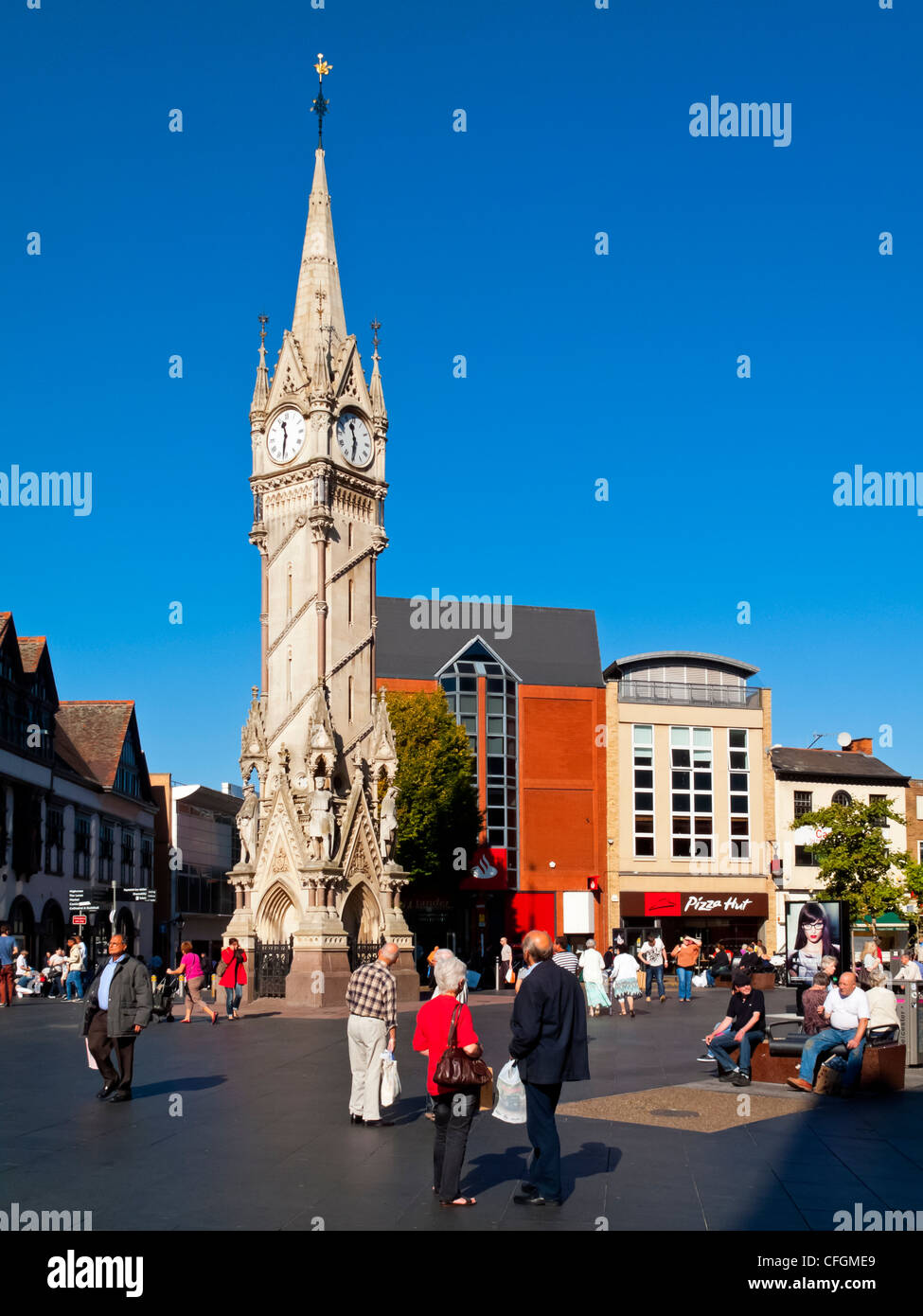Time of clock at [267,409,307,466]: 11:31
